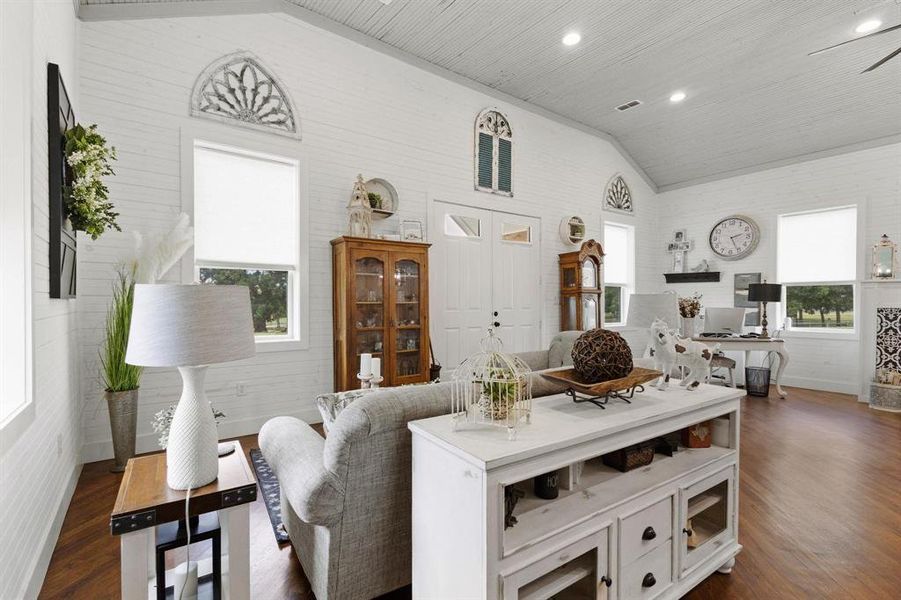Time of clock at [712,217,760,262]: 2:26
